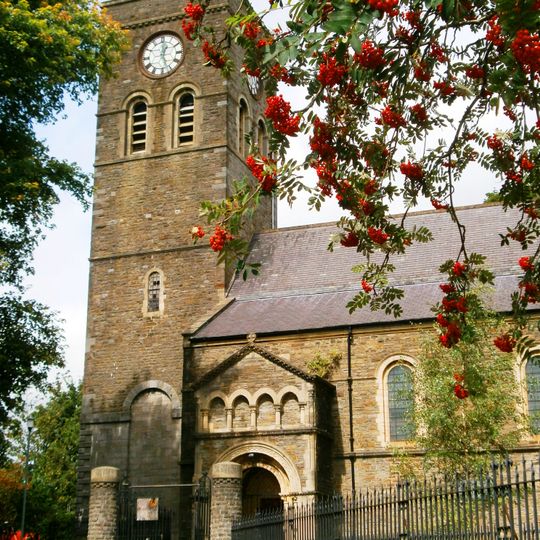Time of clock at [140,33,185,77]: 1:01
